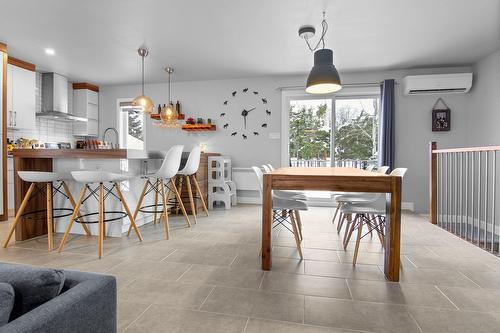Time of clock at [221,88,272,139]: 2:29
